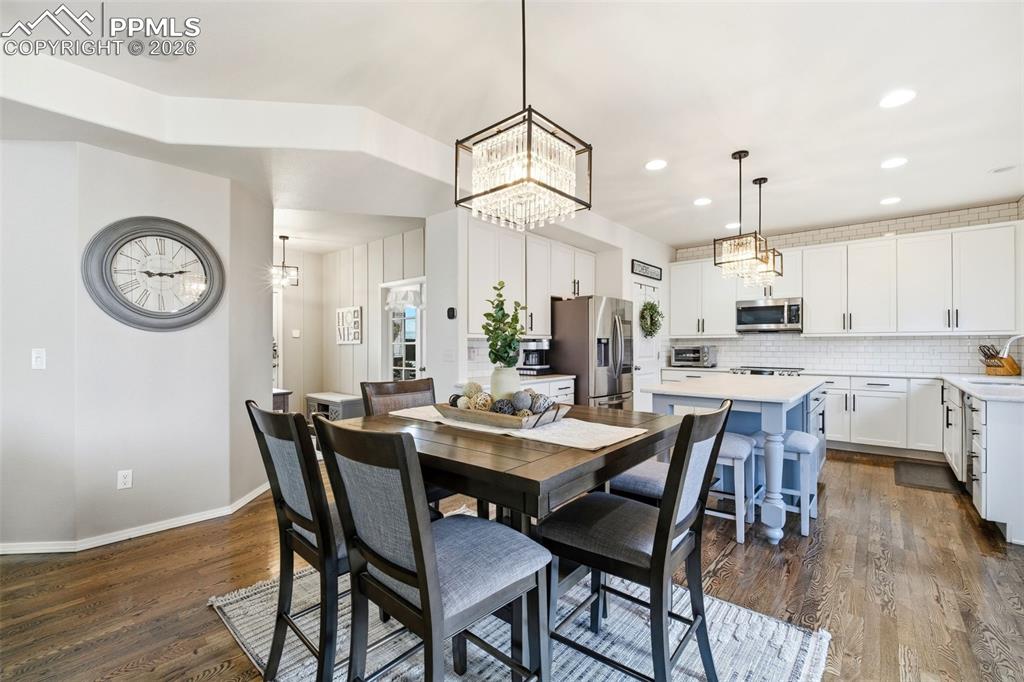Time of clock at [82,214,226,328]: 9:12
